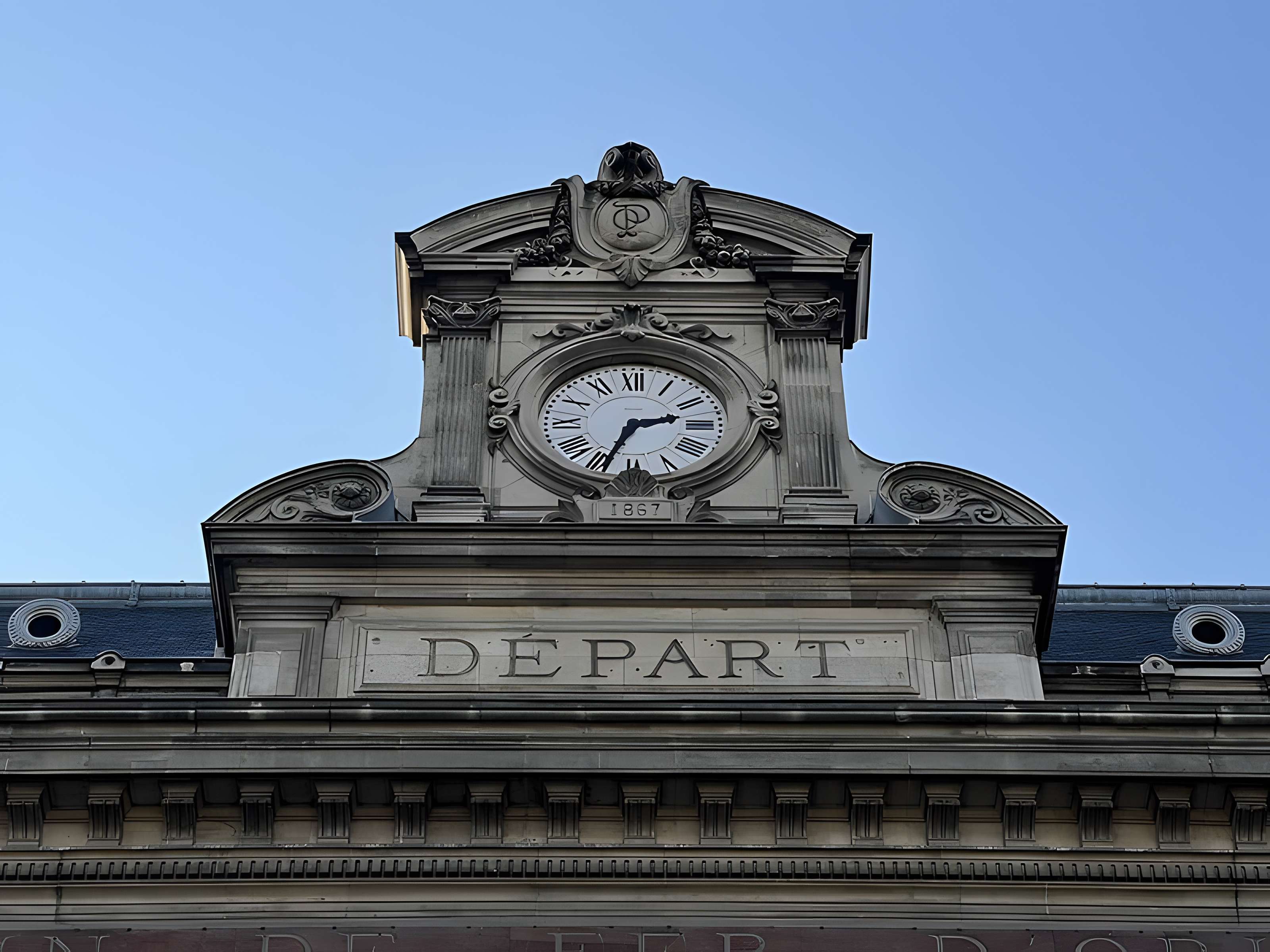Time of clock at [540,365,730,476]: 2:33
